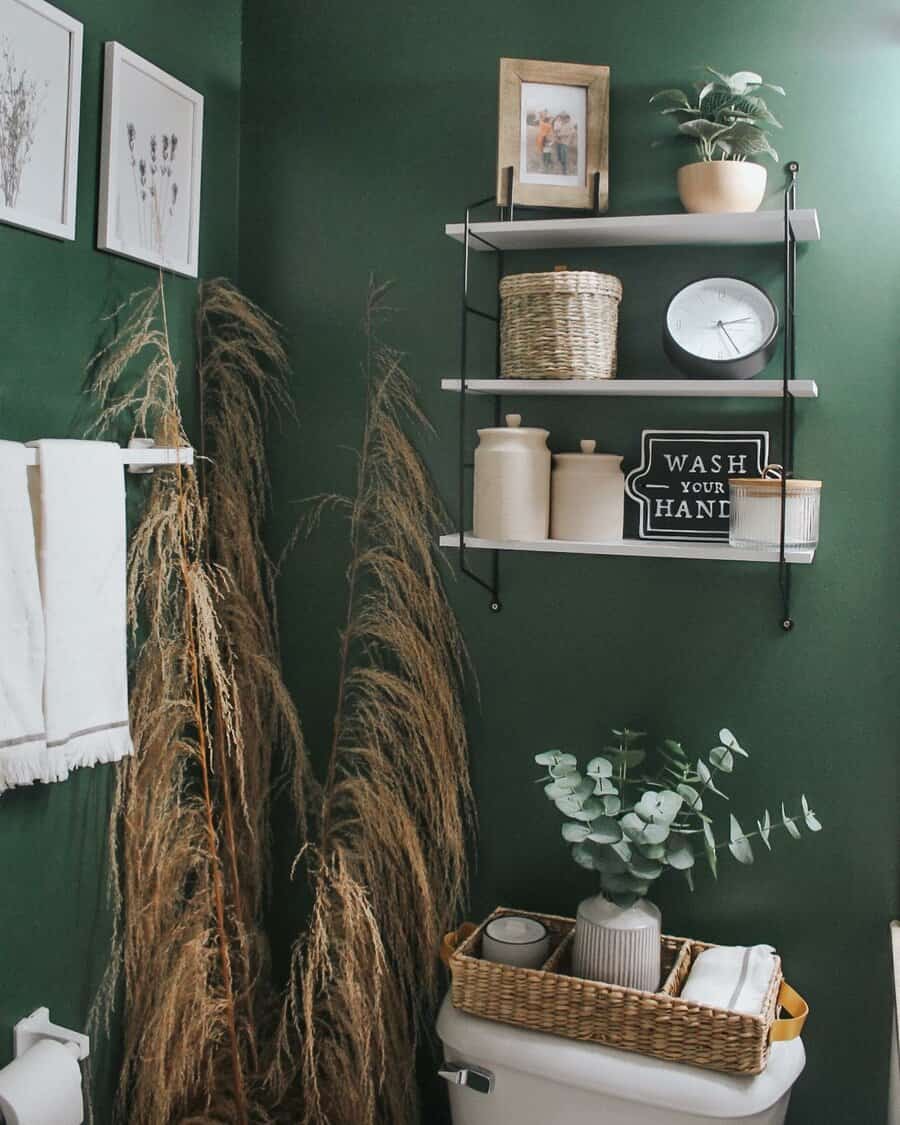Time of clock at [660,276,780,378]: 2:25
